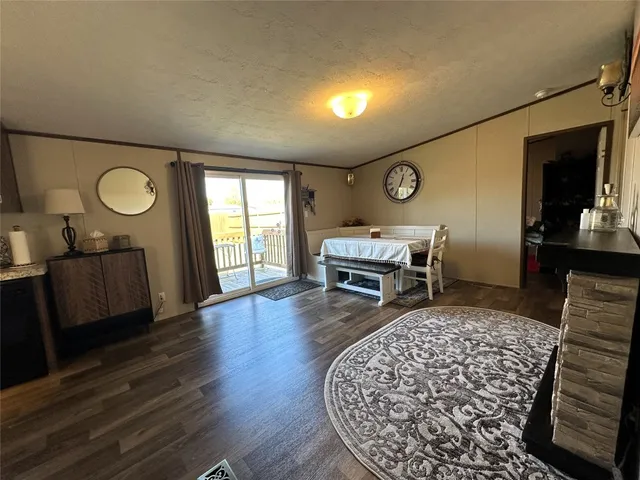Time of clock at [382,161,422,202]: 12:34
